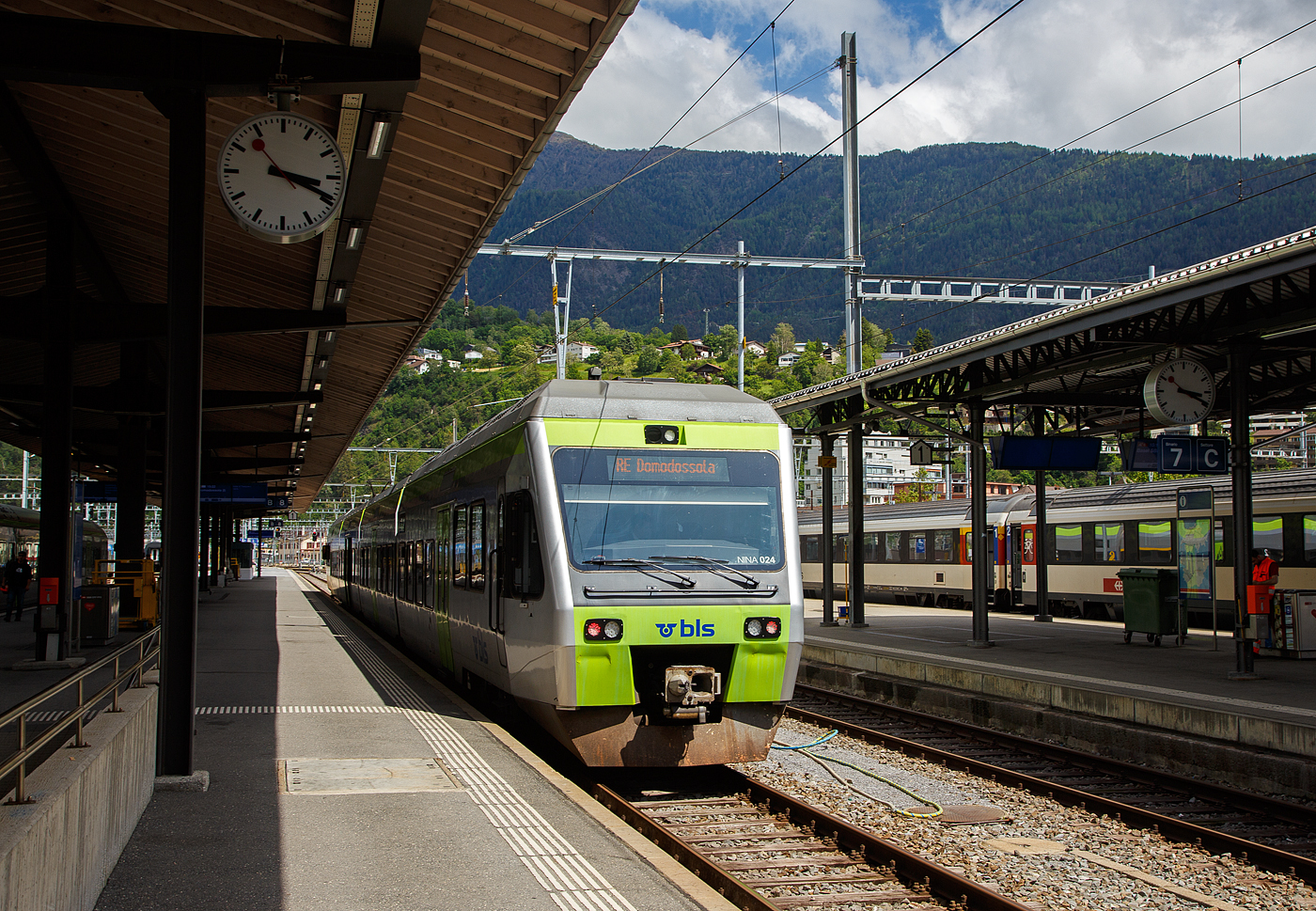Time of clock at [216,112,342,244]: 3:18
